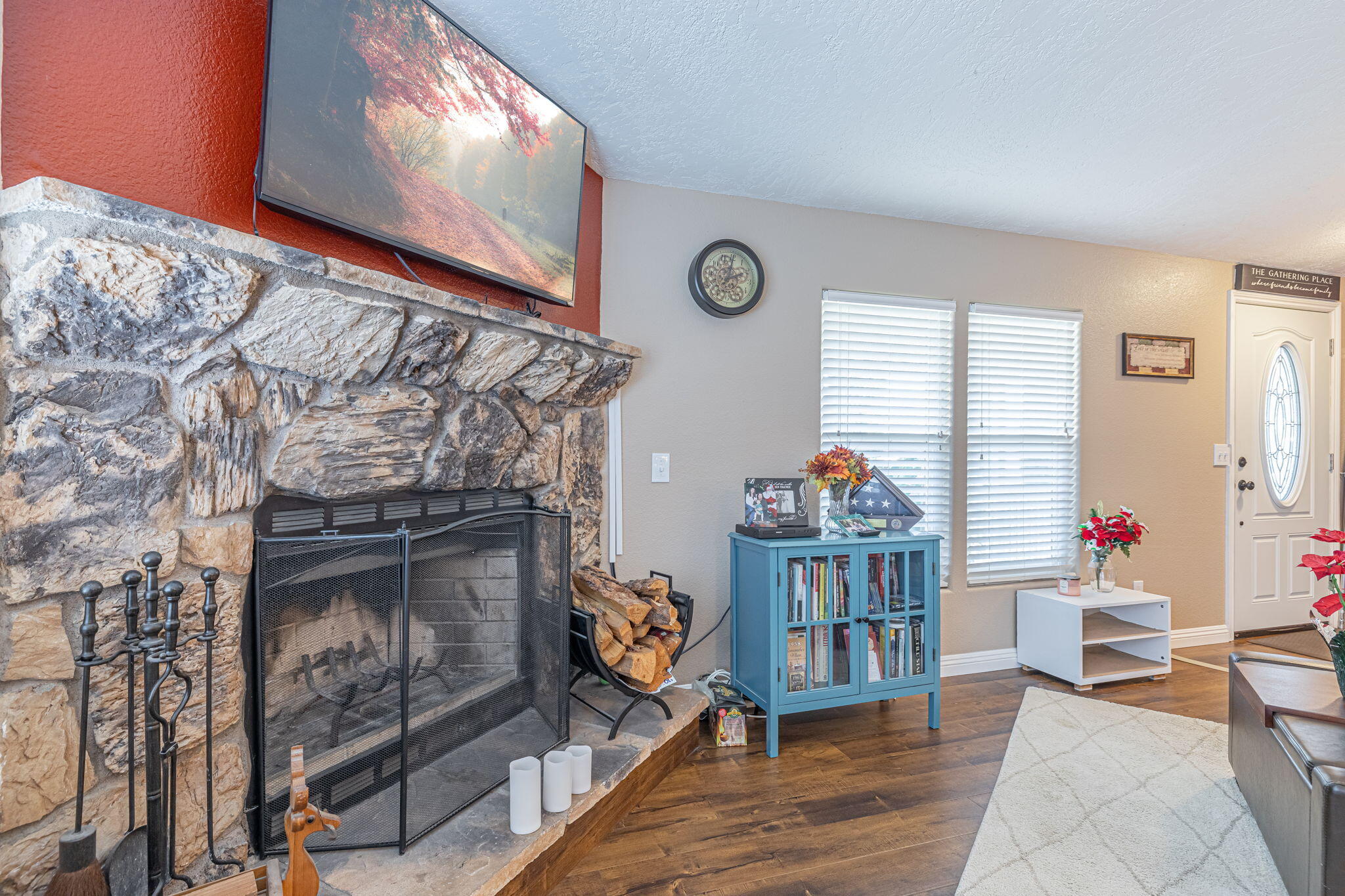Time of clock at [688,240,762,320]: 2:00
